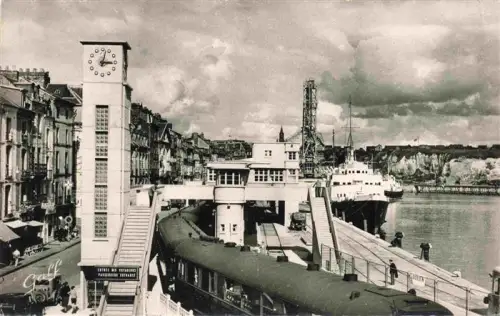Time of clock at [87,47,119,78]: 3:02
